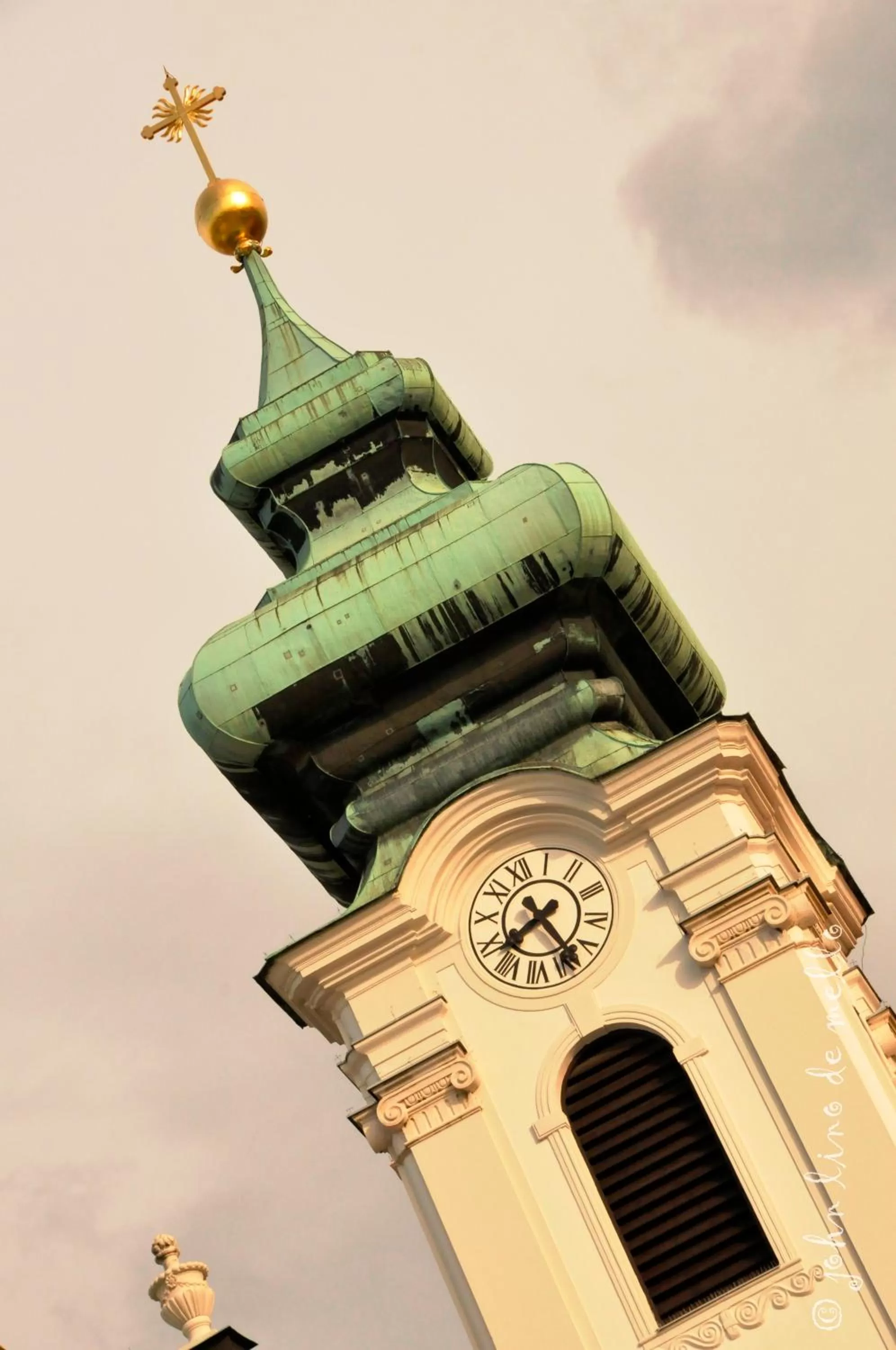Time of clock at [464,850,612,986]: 7:23
